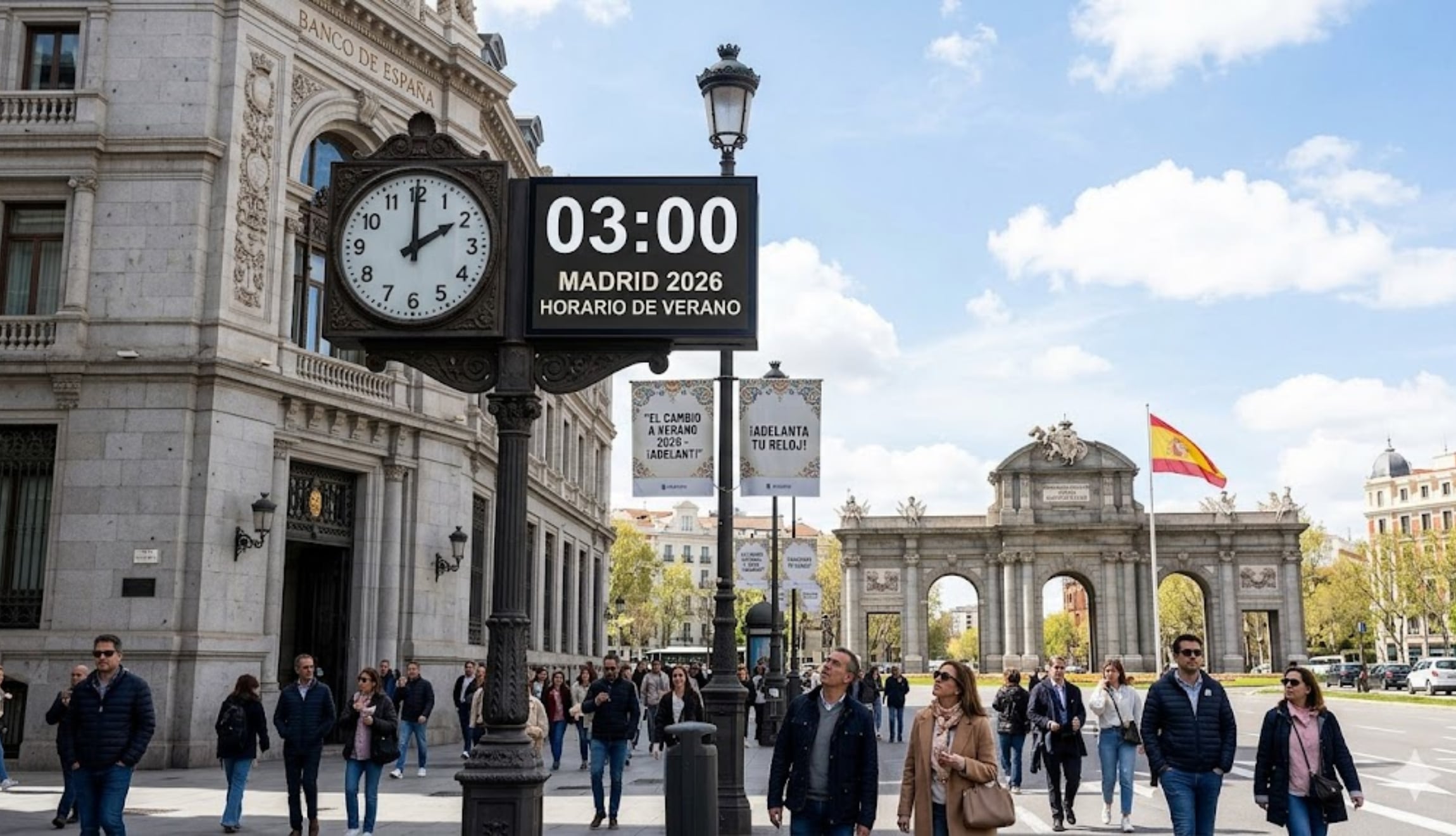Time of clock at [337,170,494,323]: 2:00
